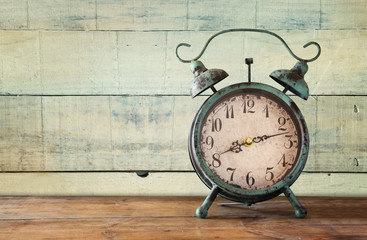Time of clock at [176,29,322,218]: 8:12
